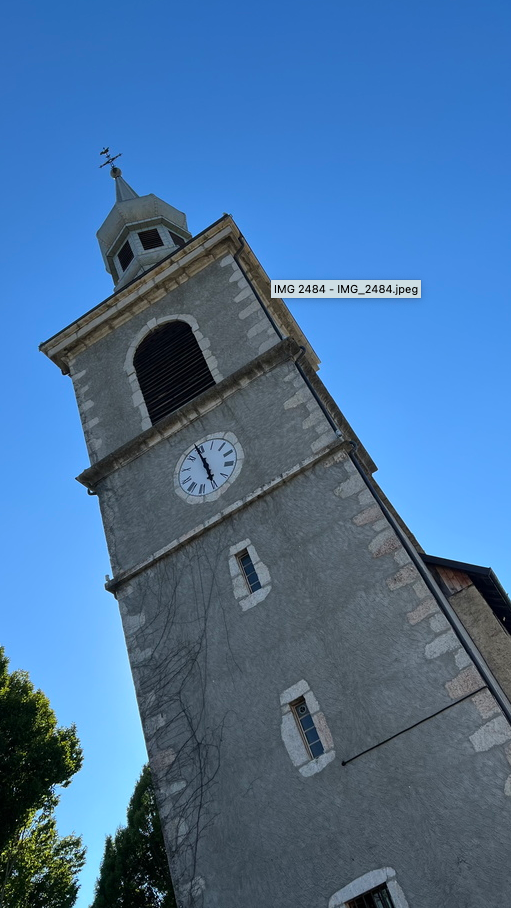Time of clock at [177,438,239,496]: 4:53
